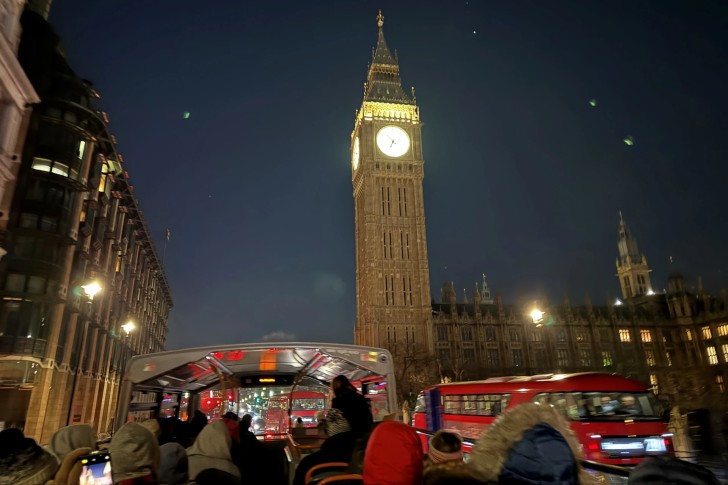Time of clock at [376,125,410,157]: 6:53
